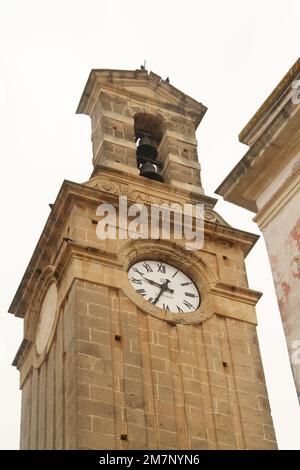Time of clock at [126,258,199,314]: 9:34
